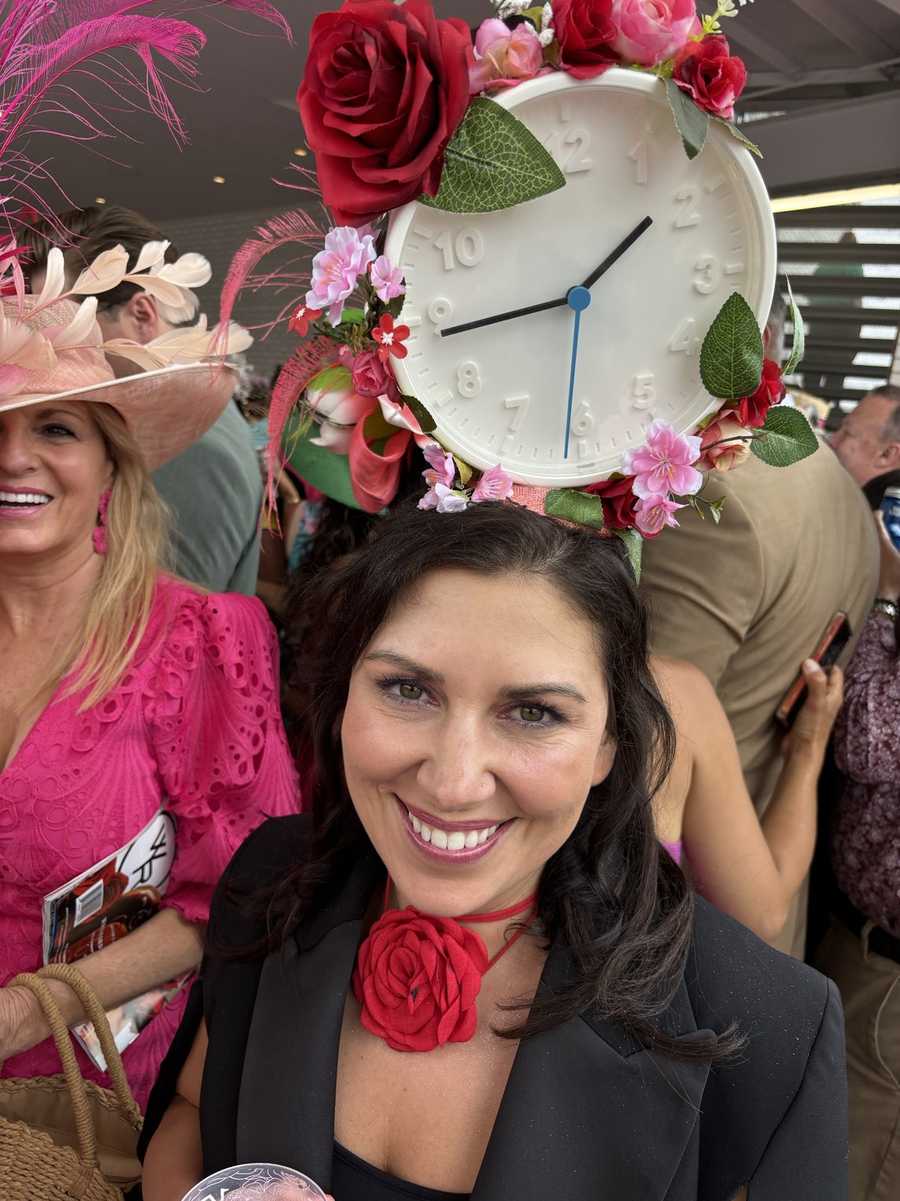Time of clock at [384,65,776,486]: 1:43
